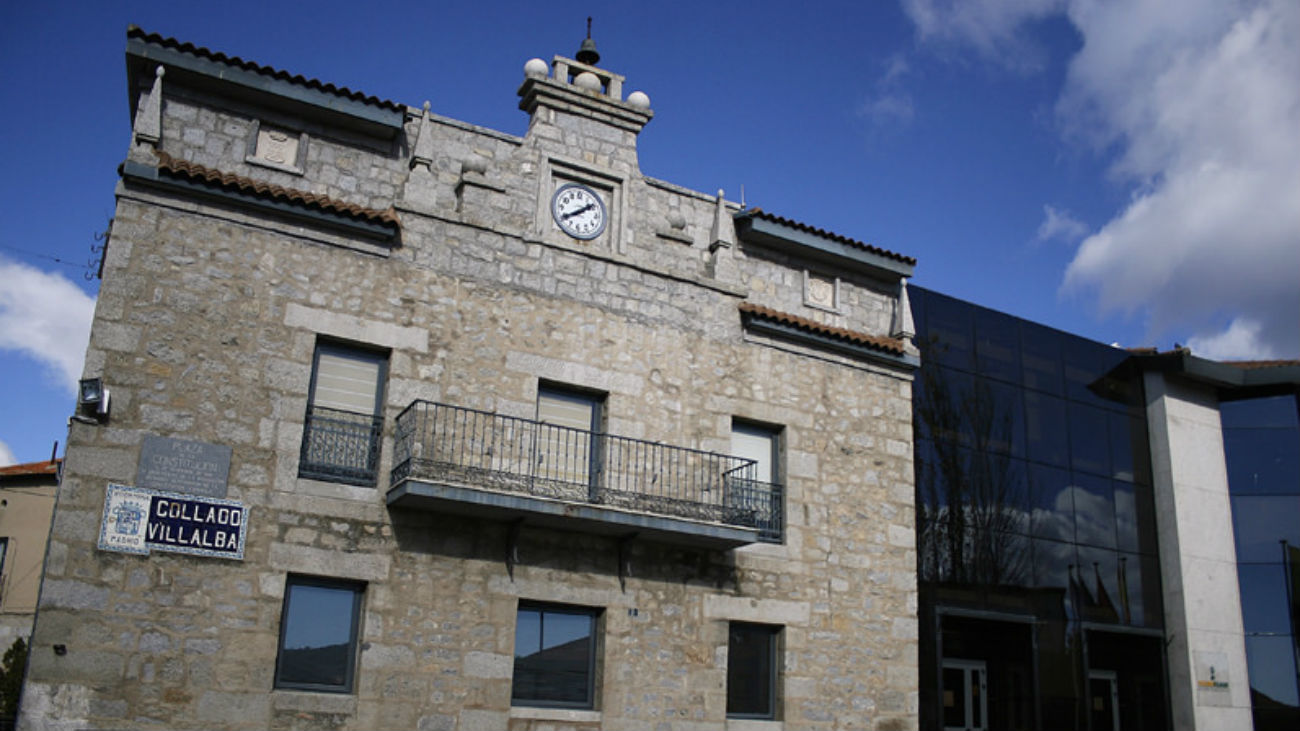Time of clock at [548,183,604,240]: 1:39
